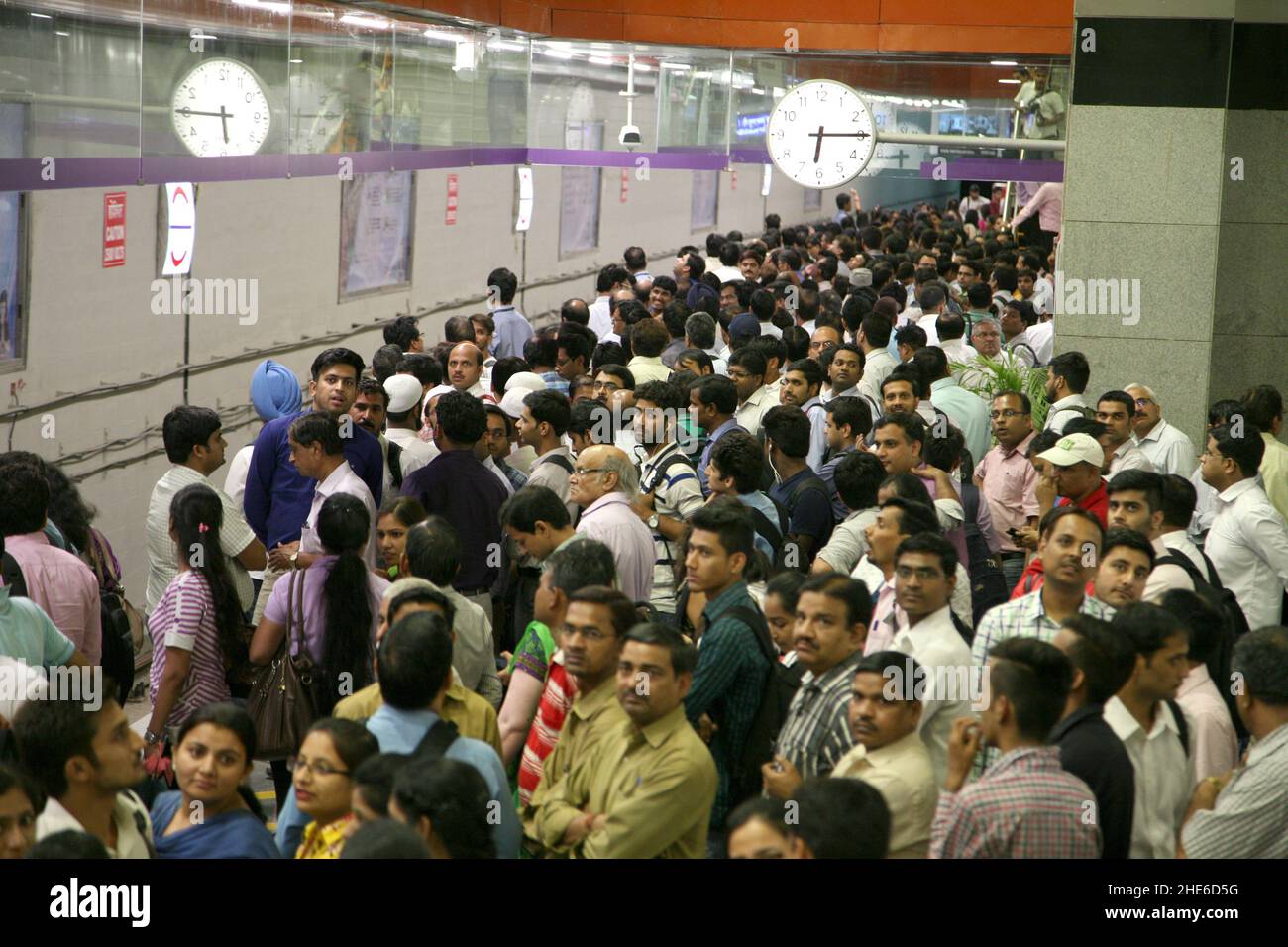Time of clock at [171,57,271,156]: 5:45
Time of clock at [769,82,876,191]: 6:14
